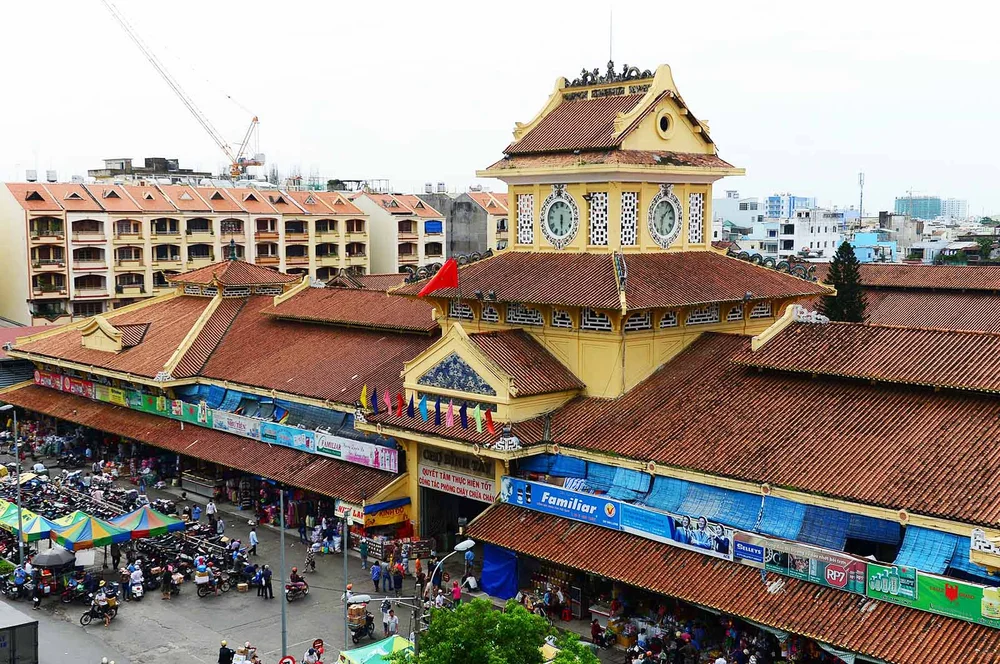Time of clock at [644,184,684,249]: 1:31
